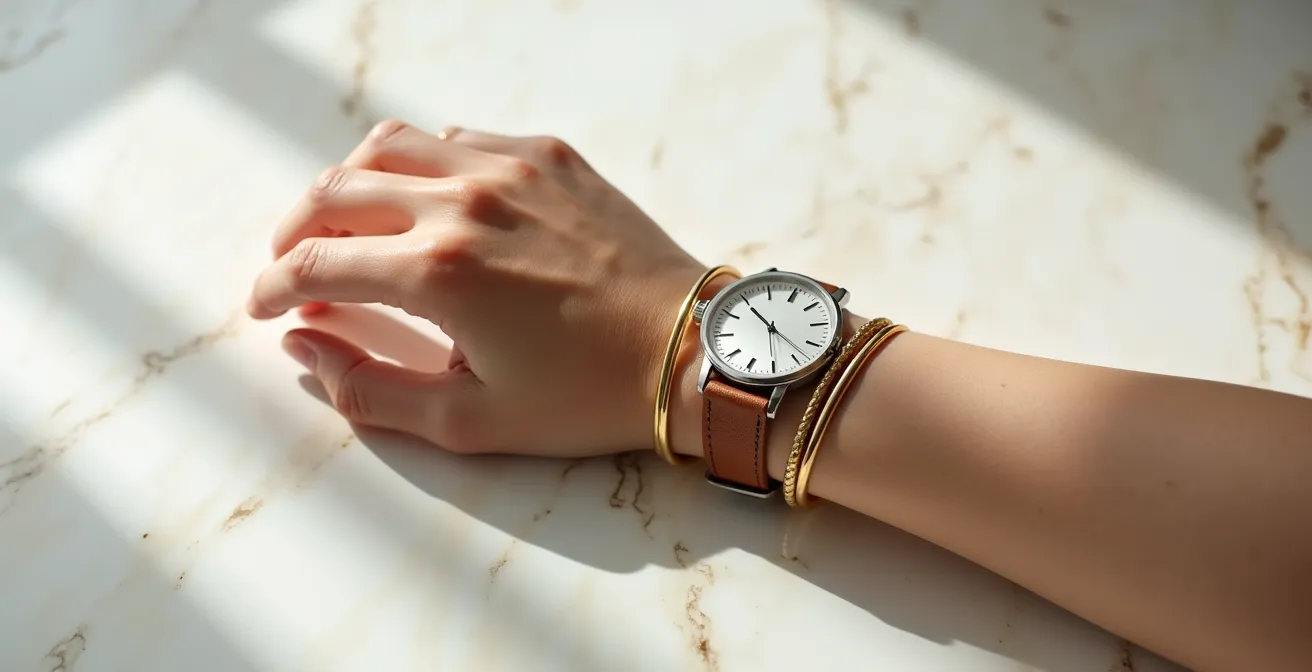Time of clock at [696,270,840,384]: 10:54
